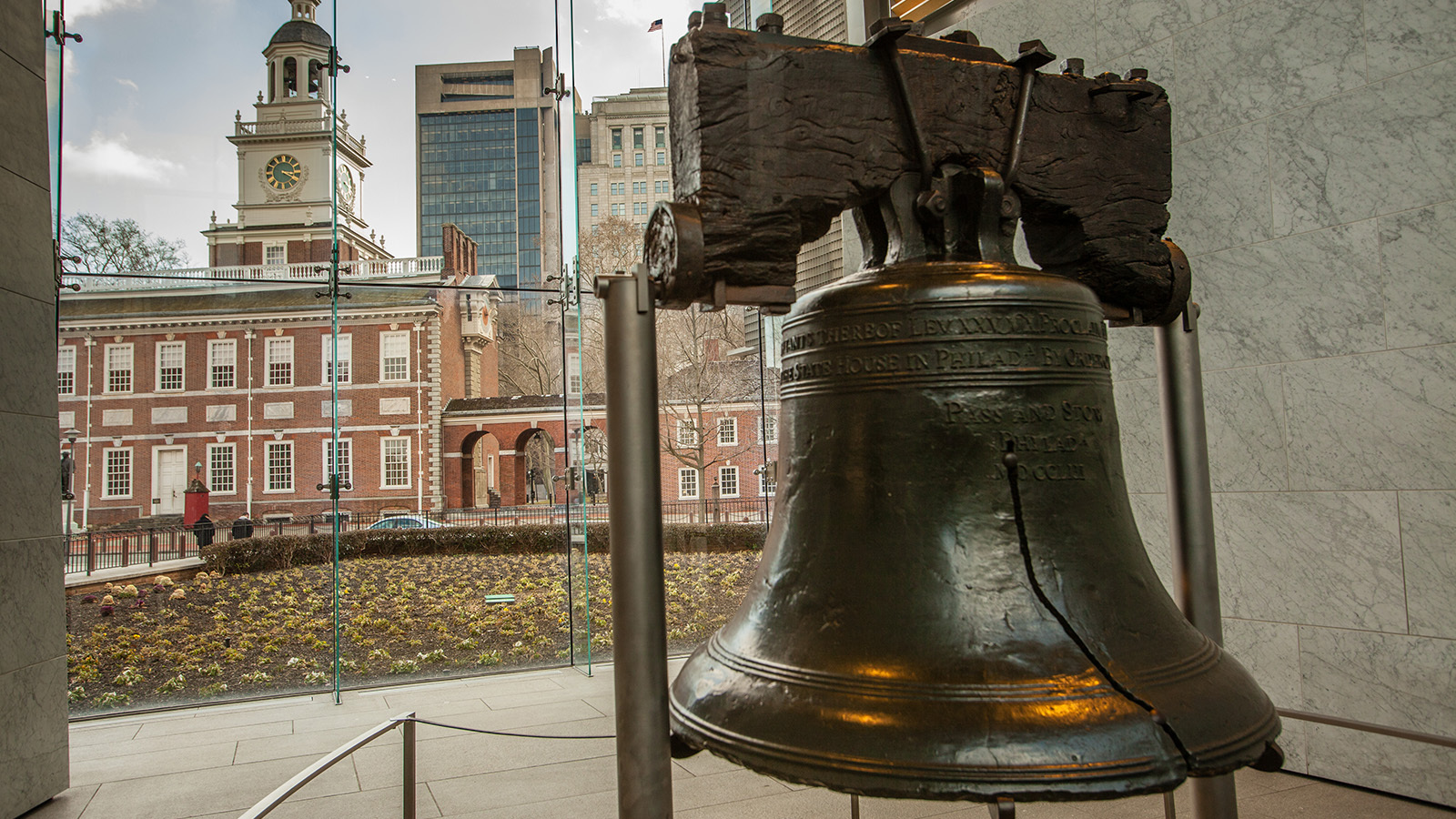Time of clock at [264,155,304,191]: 3:19
